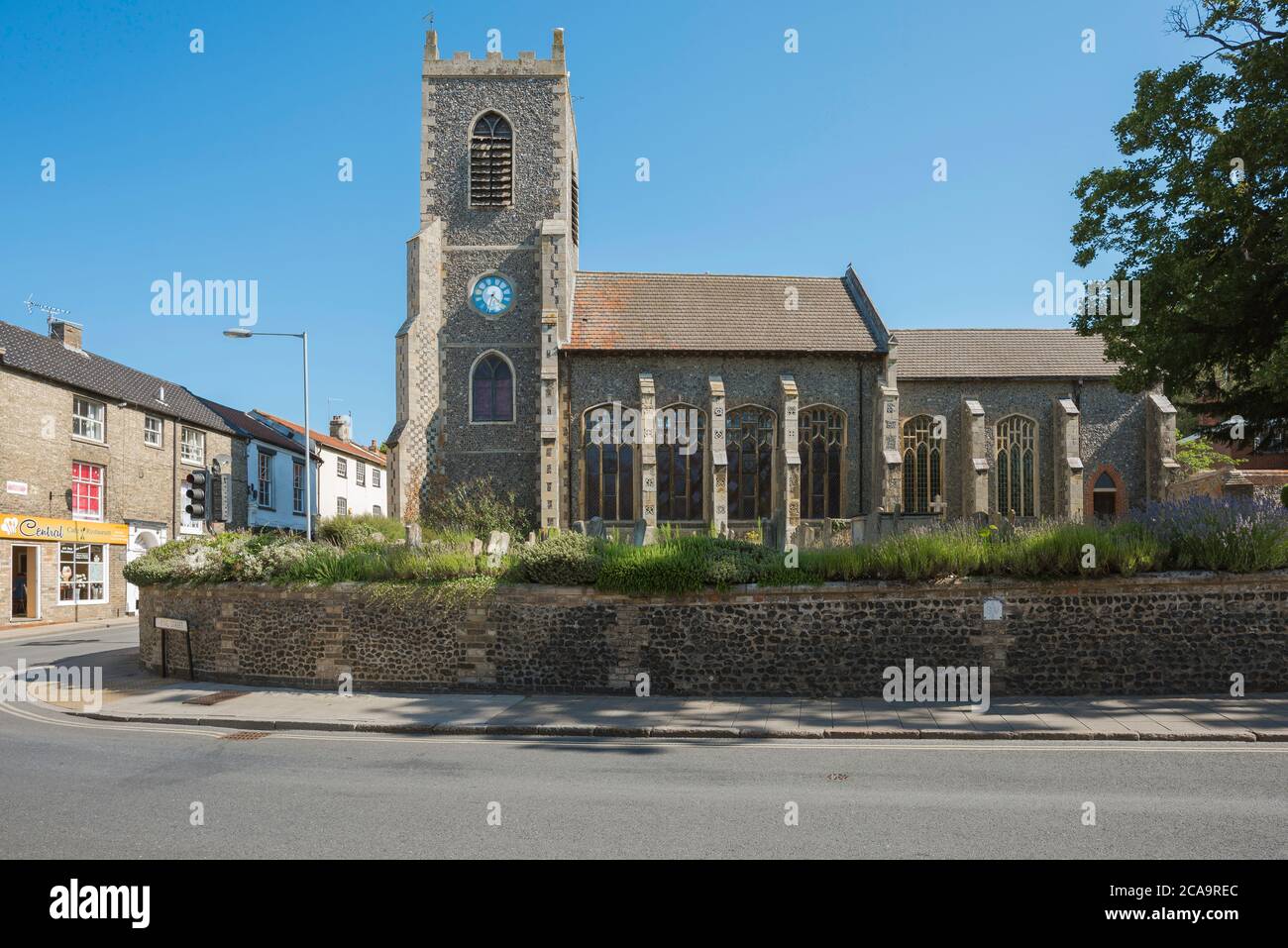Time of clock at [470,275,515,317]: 4:32
